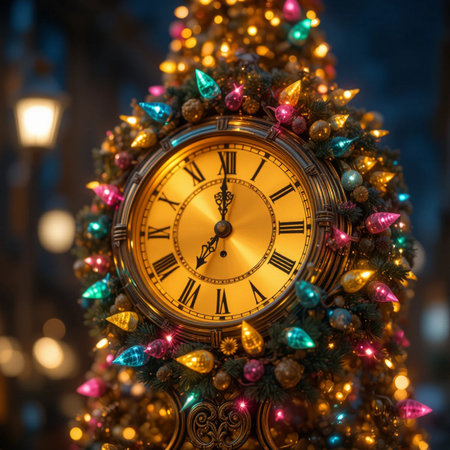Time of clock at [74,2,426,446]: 7:00
